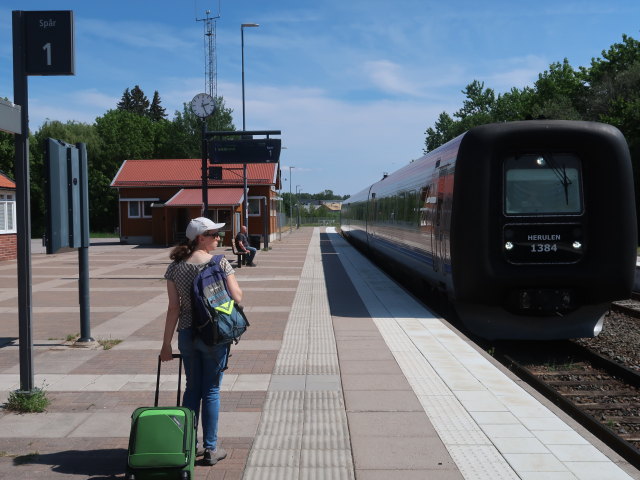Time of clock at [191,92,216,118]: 2:26
